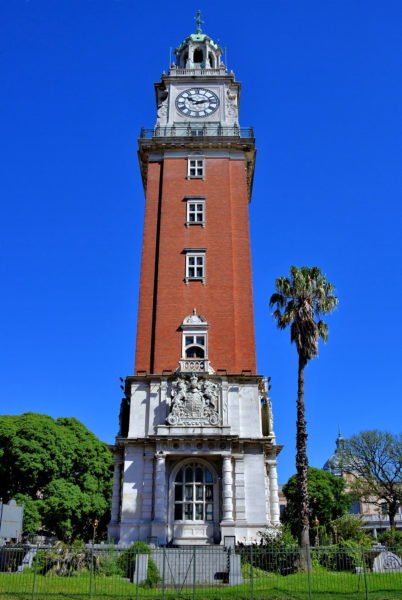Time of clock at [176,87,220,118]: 10:12
